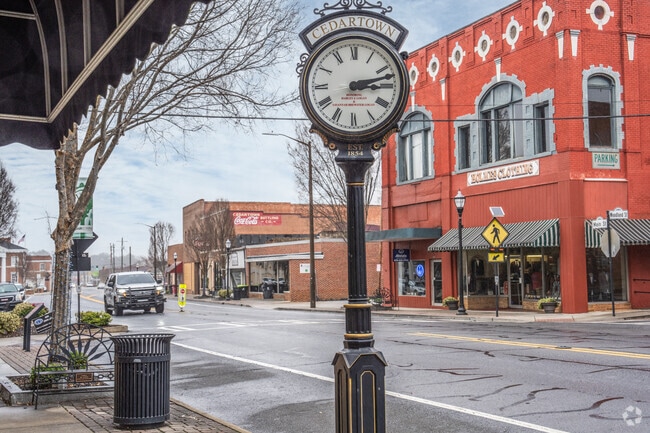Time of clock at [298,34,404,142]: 3:12
